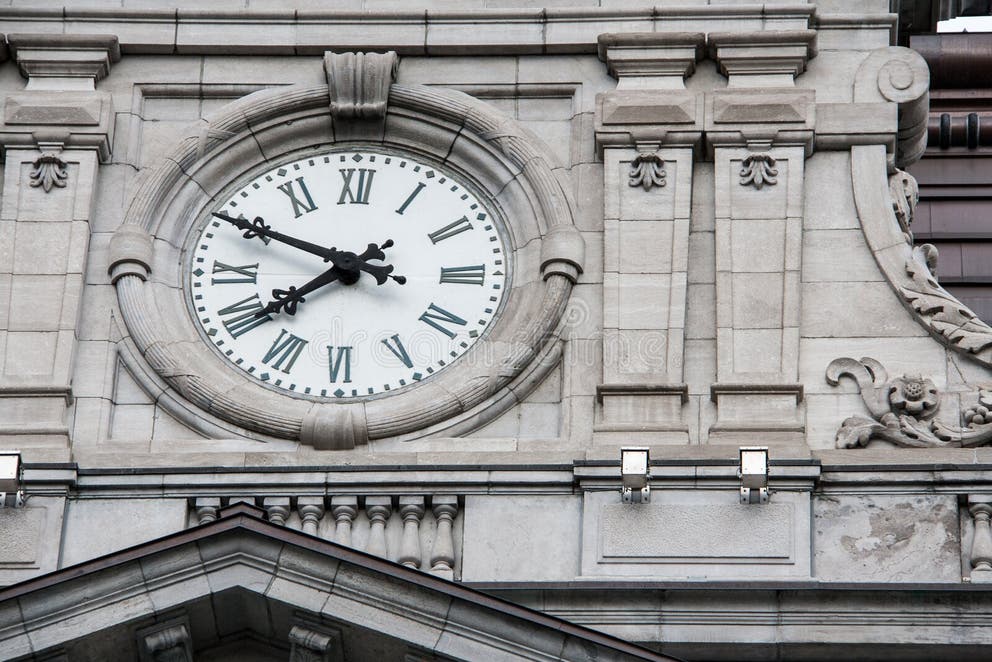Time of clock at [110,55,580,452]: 7:49
